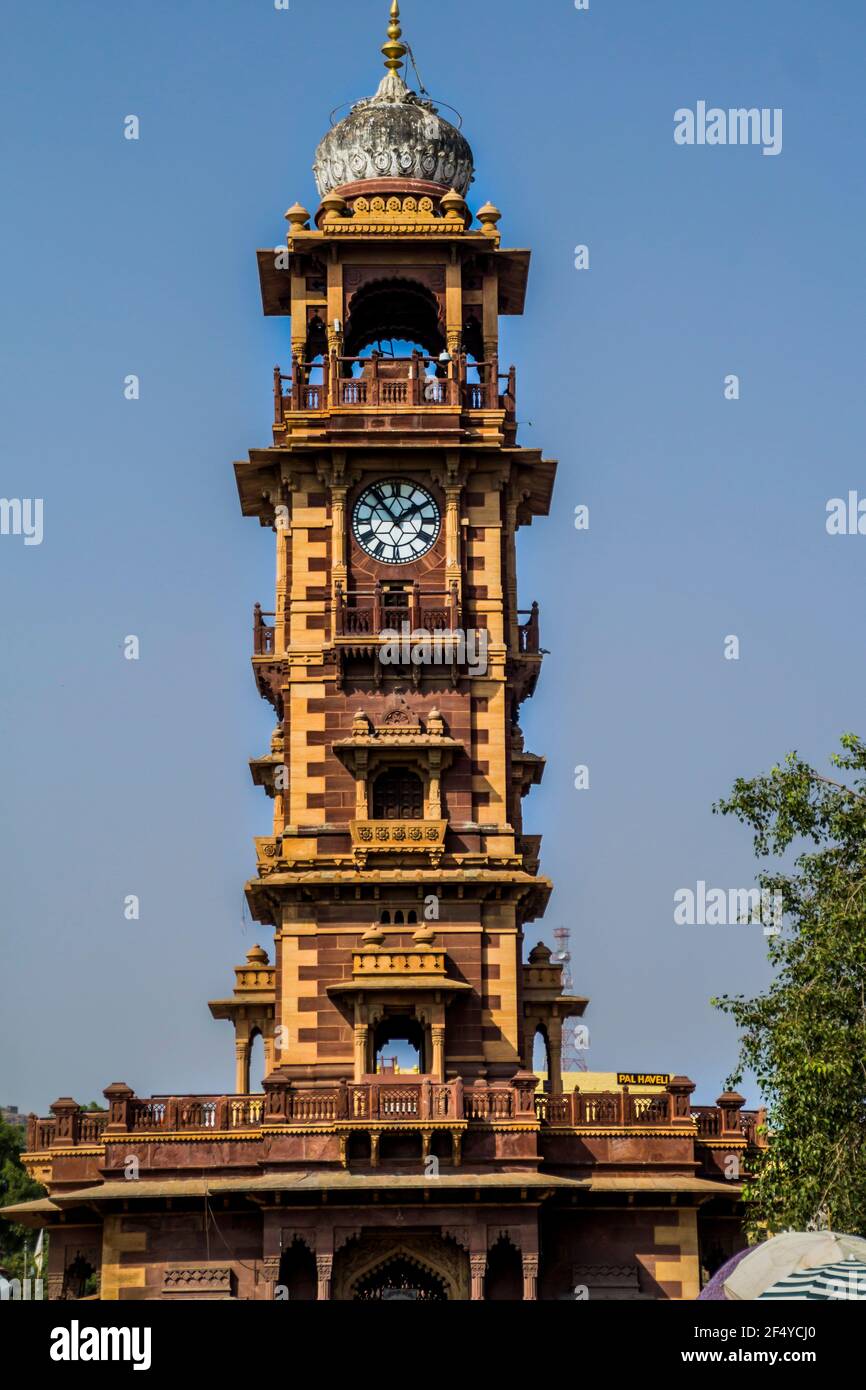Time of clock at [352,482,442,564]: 1:53
